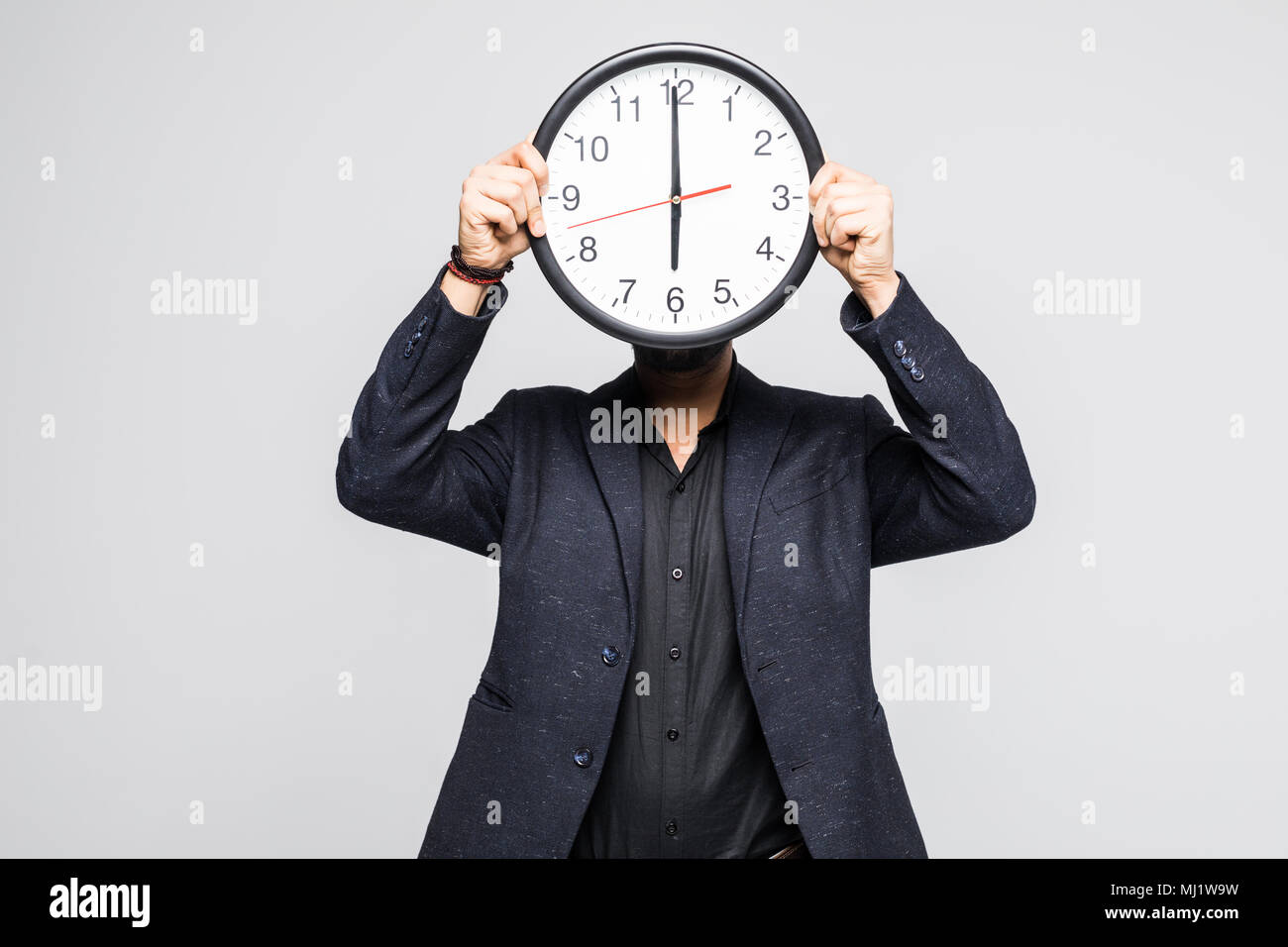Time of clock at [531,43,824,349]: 5:59
